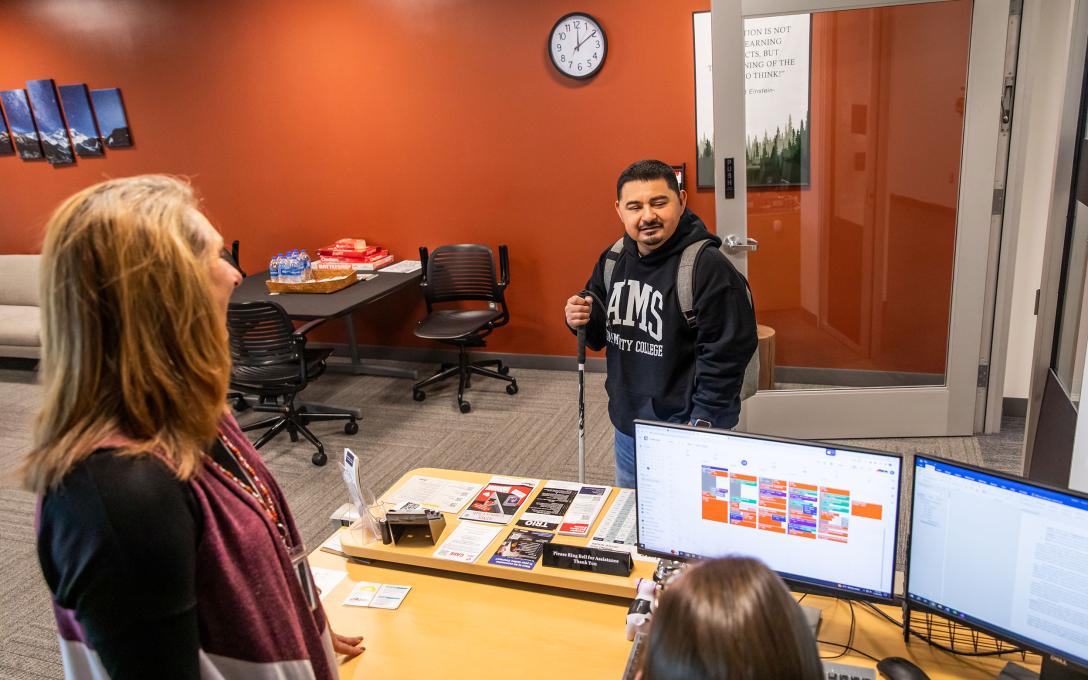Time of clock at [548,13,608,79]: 12:09
